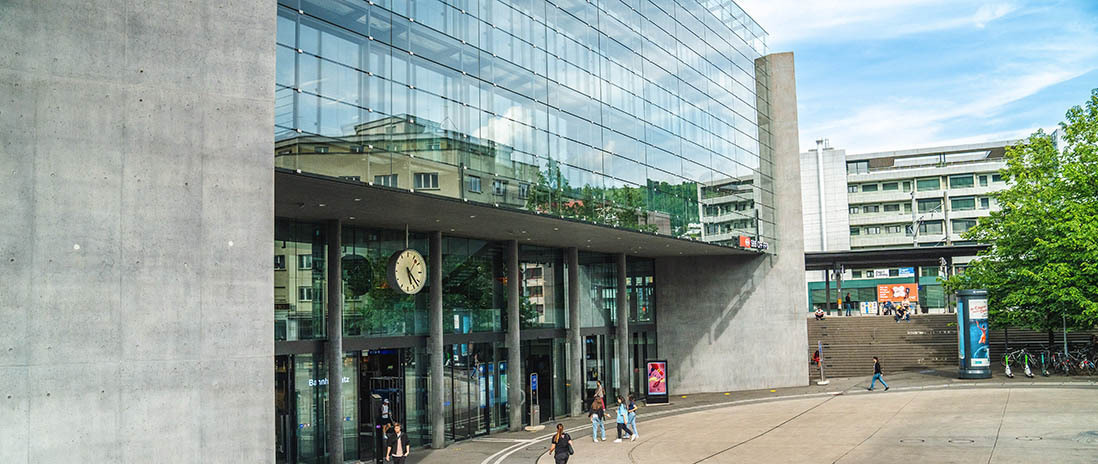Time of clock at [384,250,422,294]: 5:22
